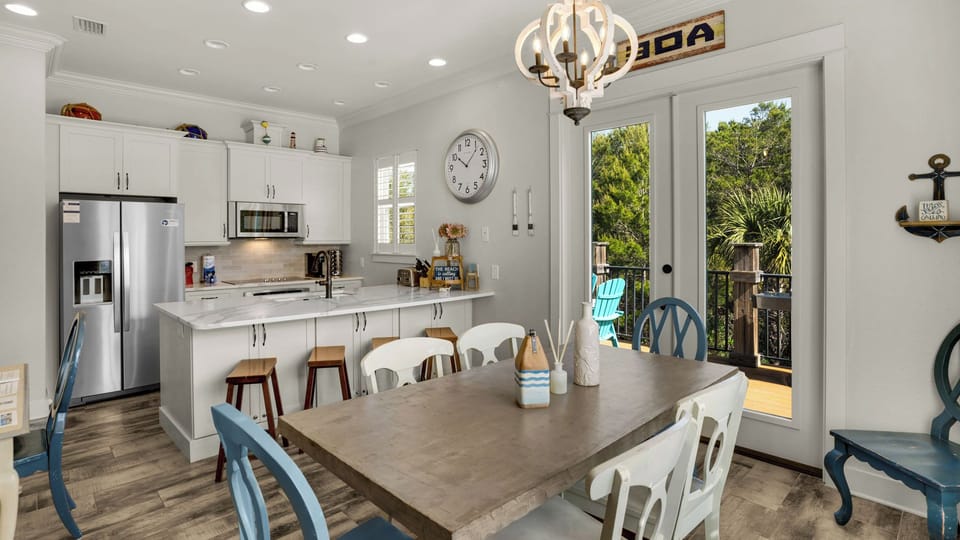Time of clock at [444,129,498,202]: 10:07
